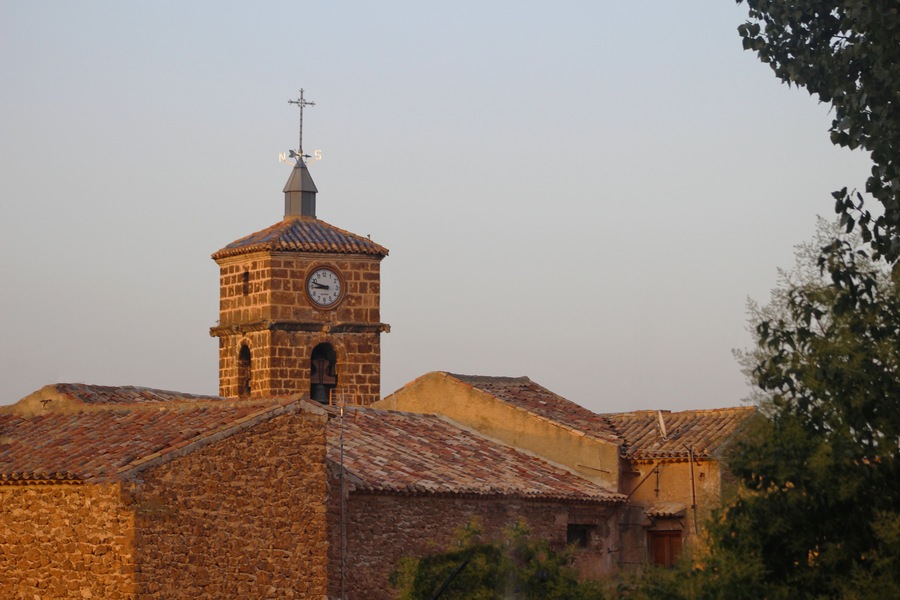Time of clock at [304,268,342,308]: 8:47
